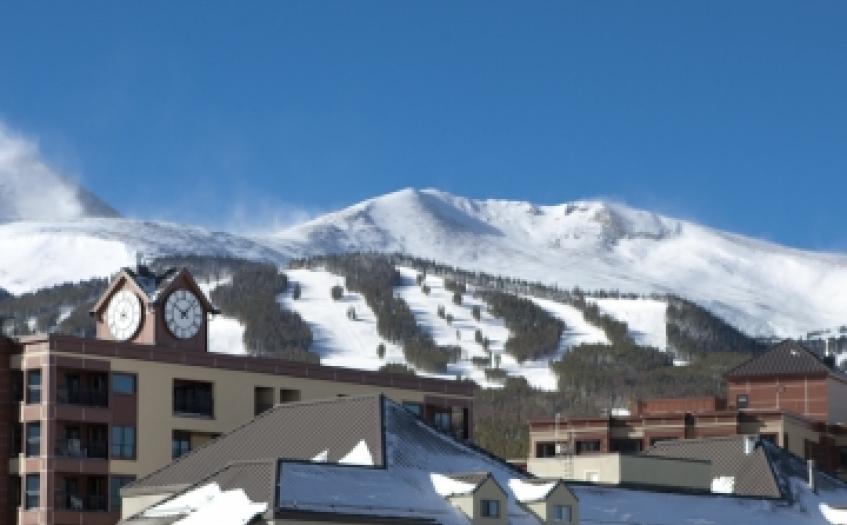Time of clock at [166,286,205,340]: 10:07
